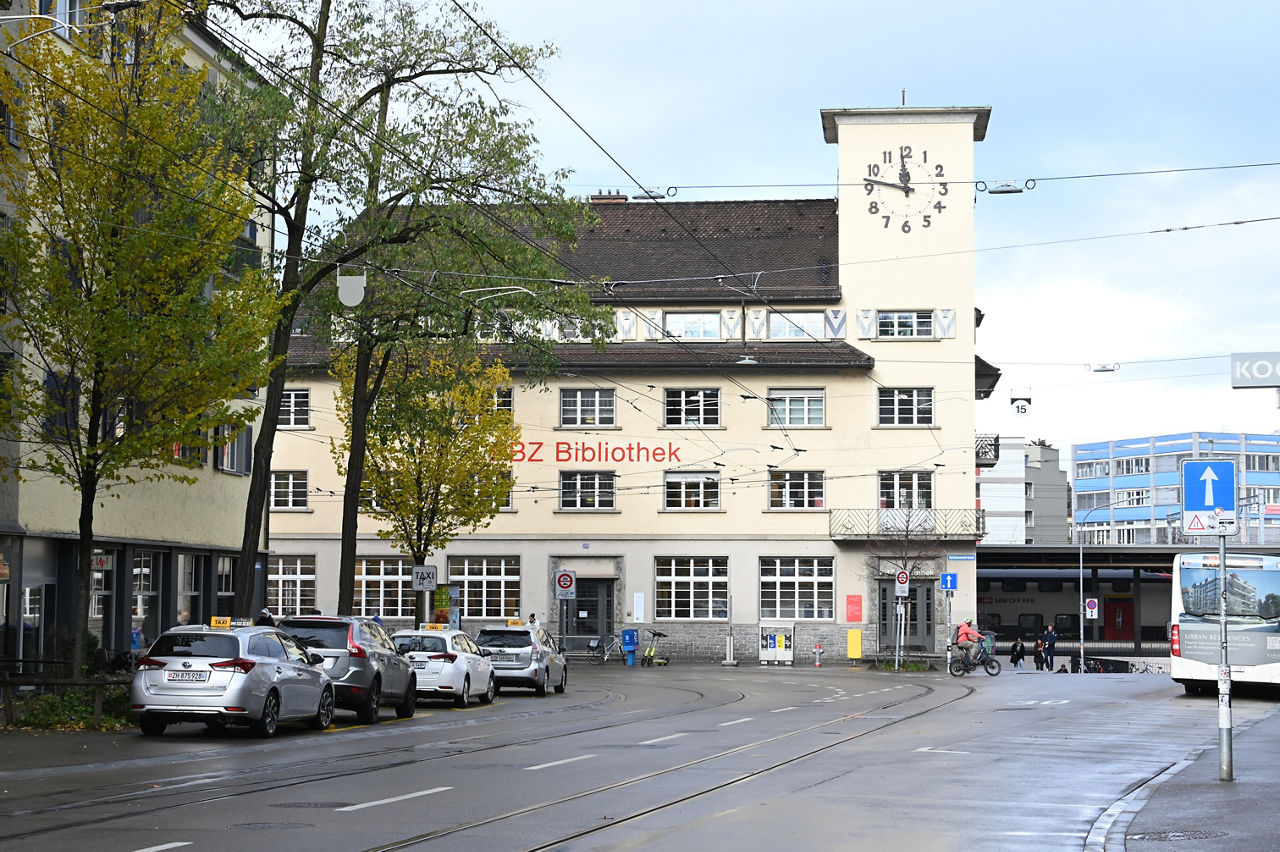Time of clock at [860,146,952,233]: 11:47
